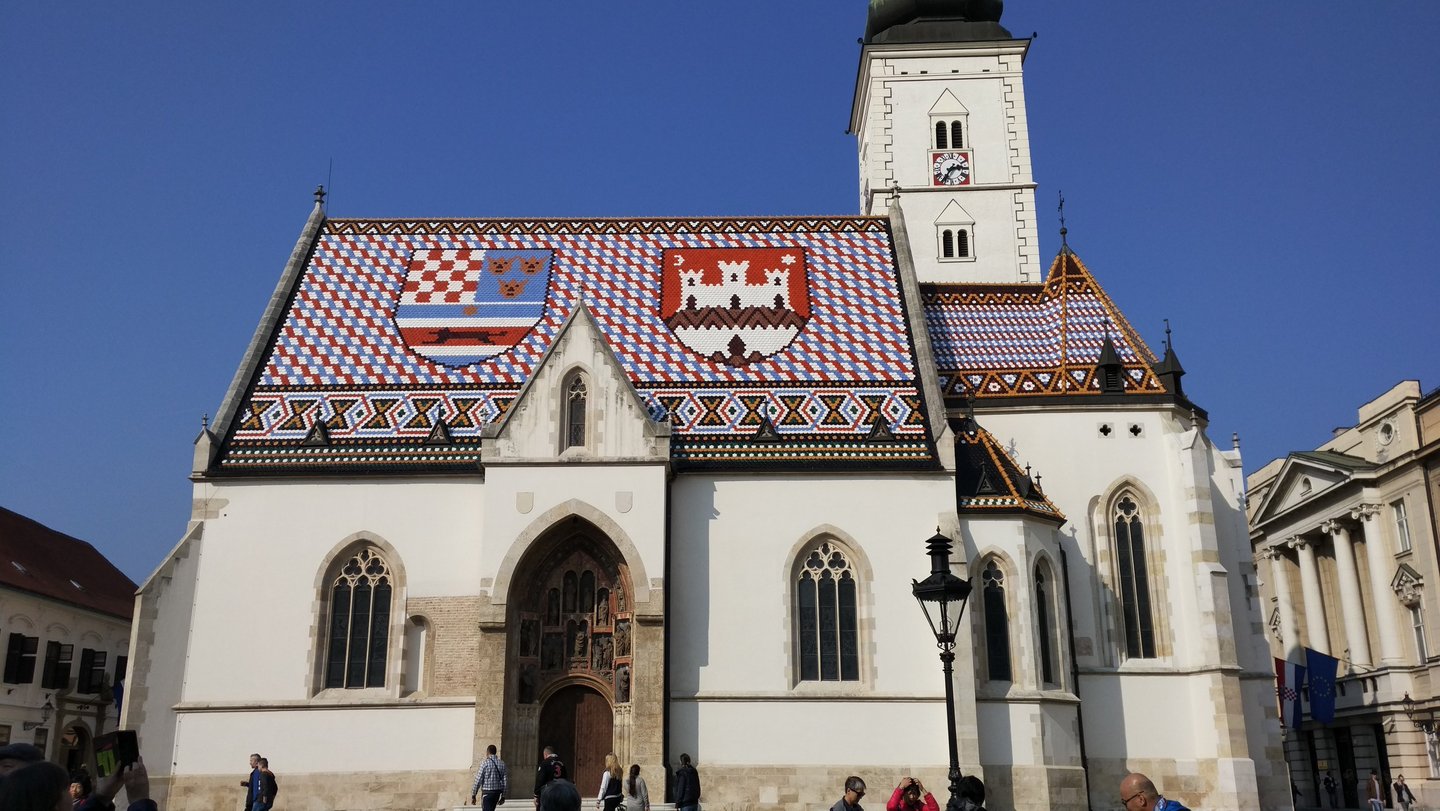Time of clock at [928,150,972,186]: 2:35
